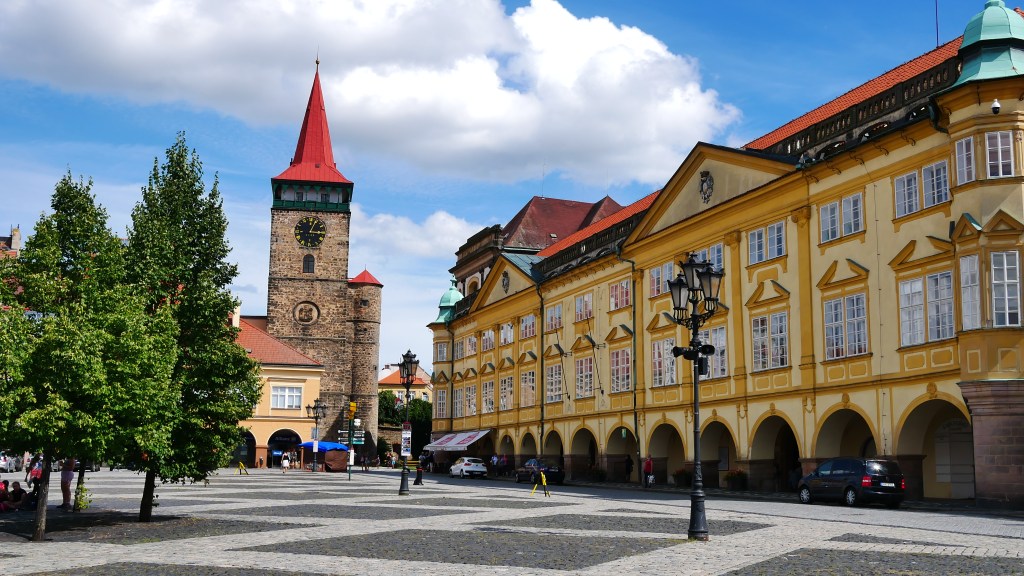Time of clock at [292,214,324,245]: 3:04
